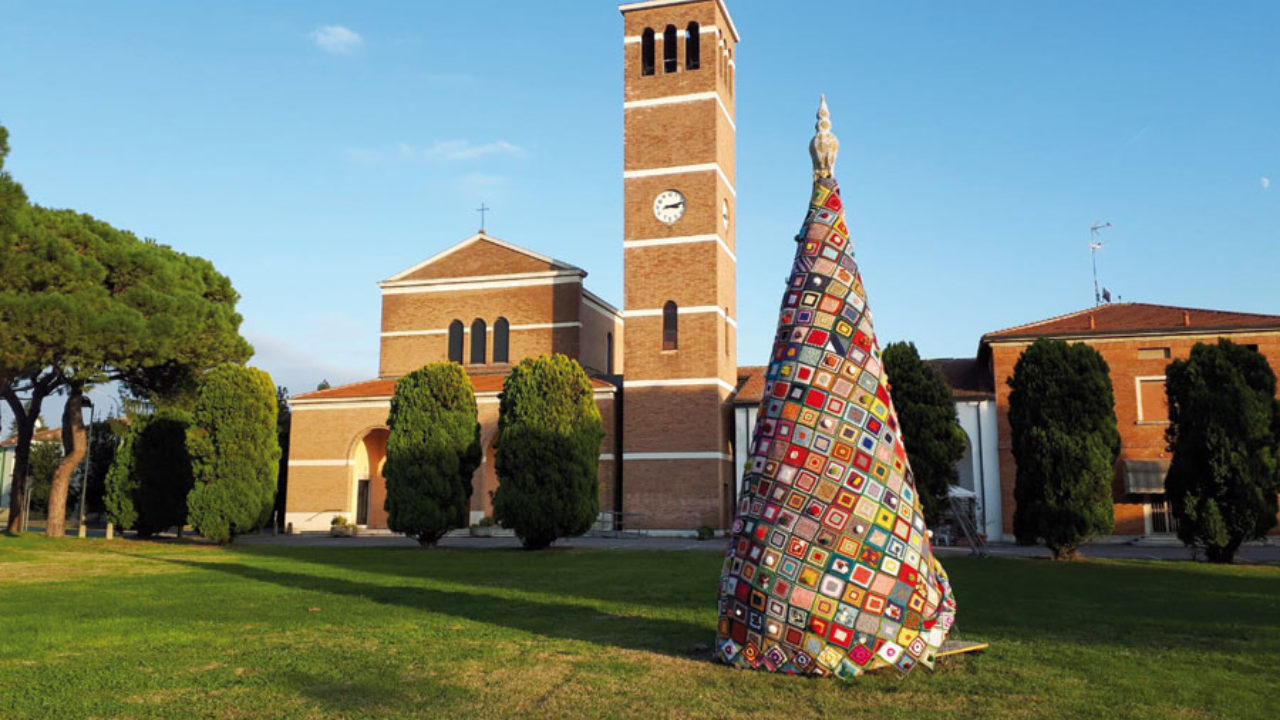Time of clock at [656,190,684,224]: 3:12
